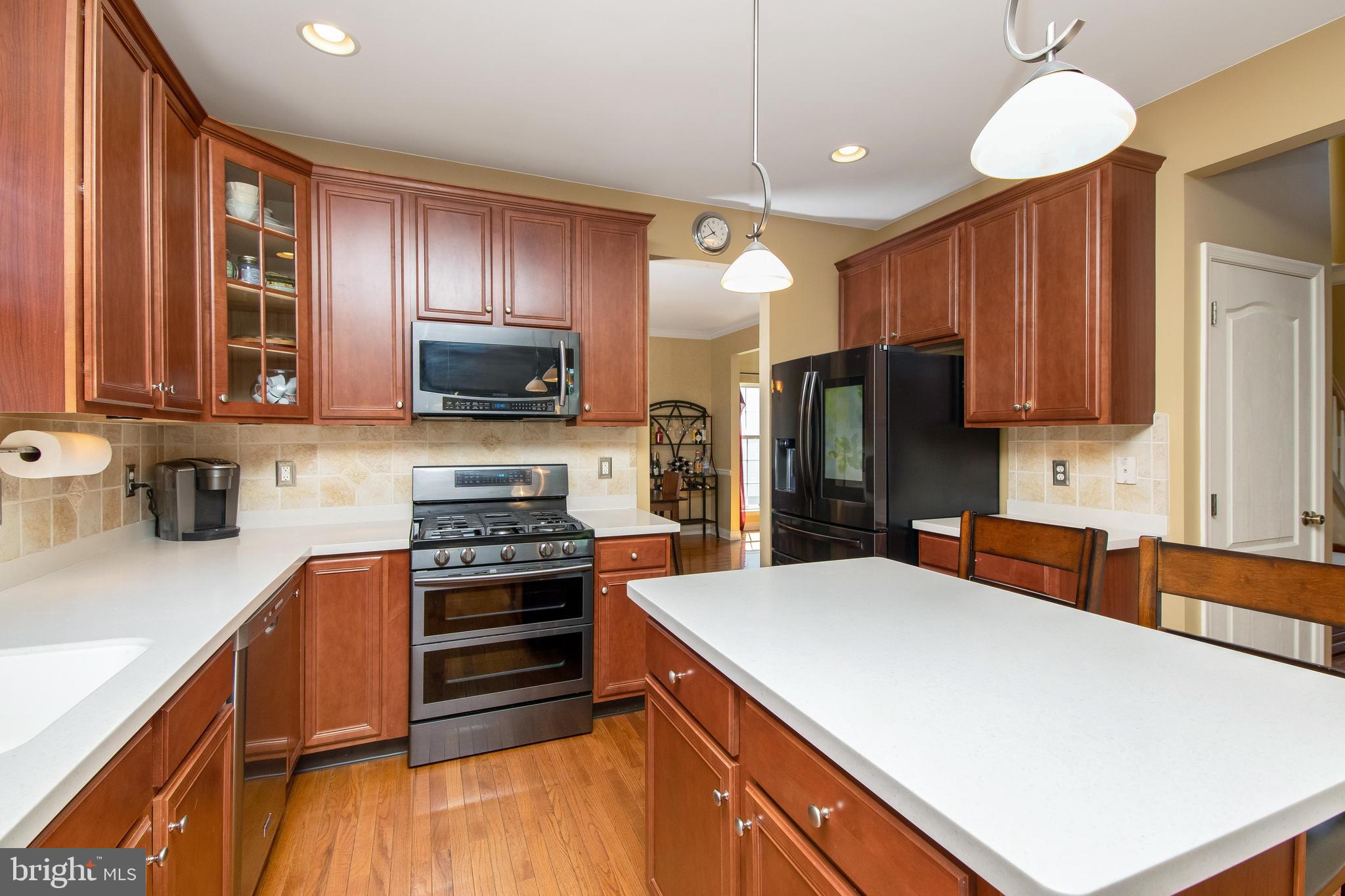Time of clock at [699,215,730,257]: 10:40
